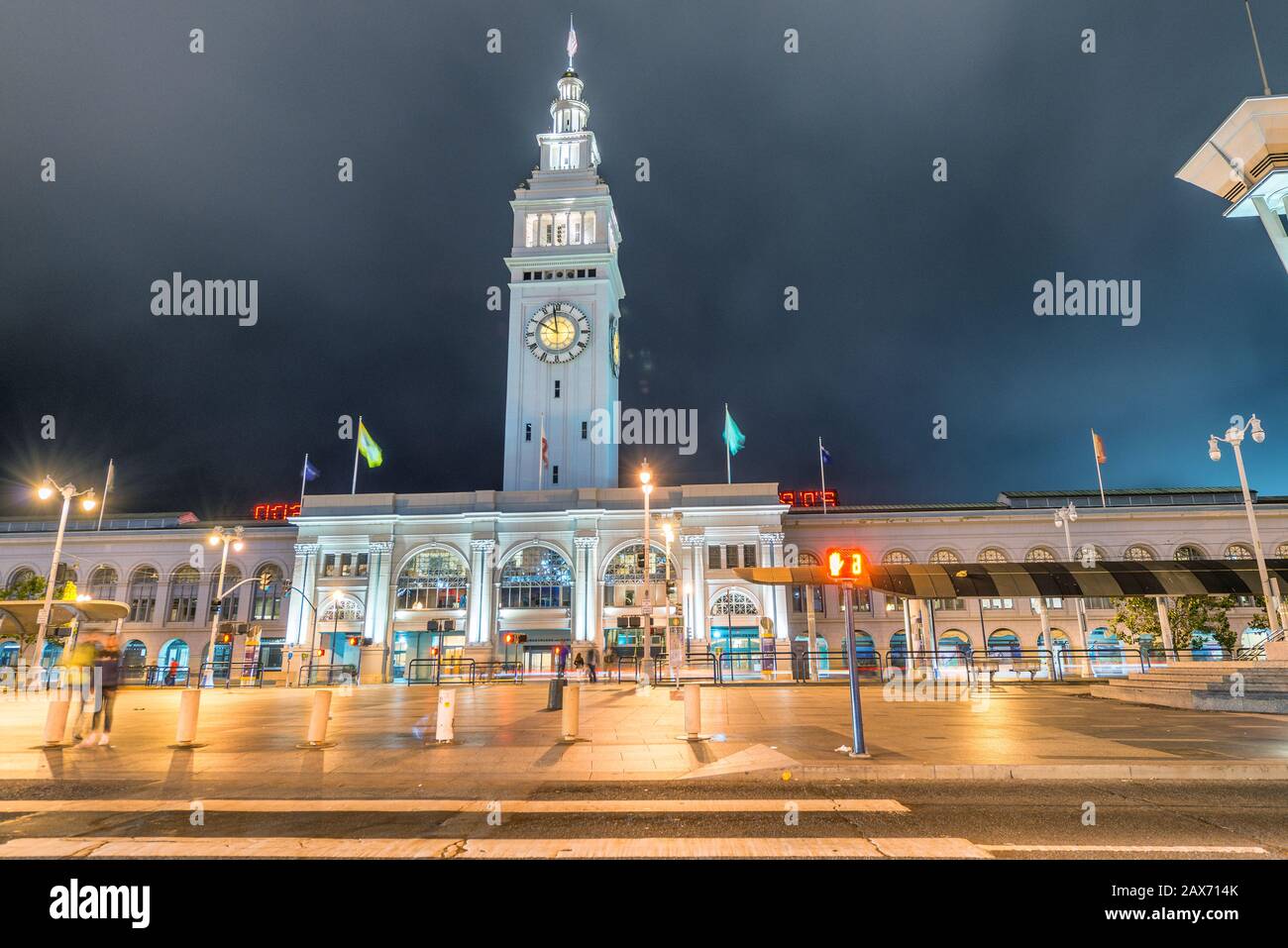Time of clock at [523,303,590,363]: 9:58
